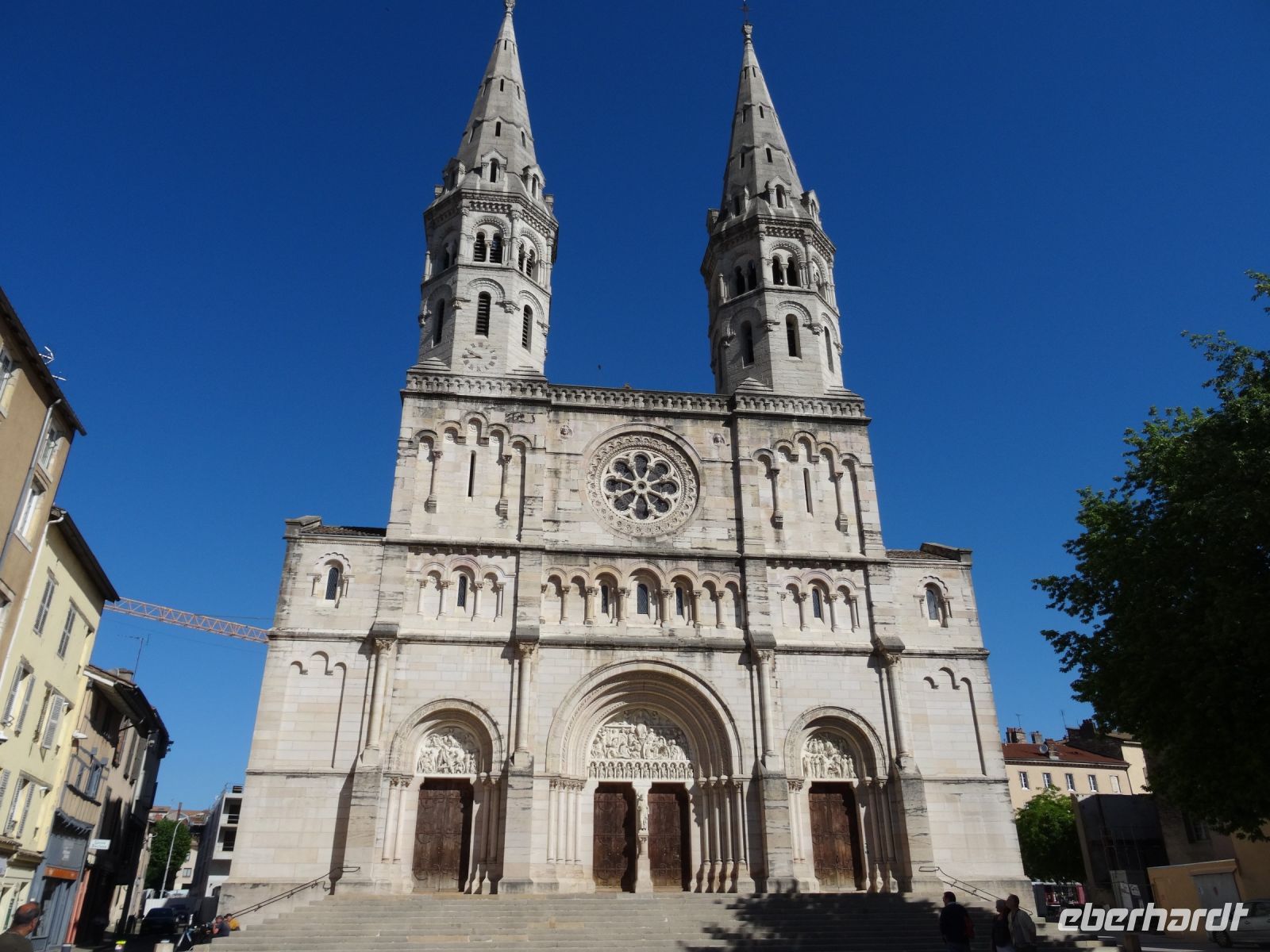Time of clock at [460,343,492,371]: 9:43
